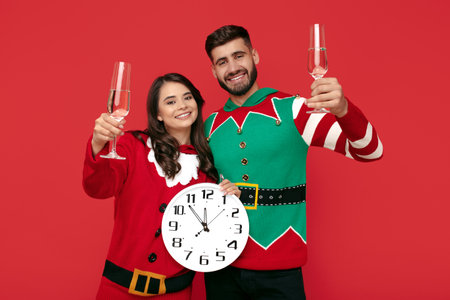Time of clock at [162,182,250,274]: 11:53
